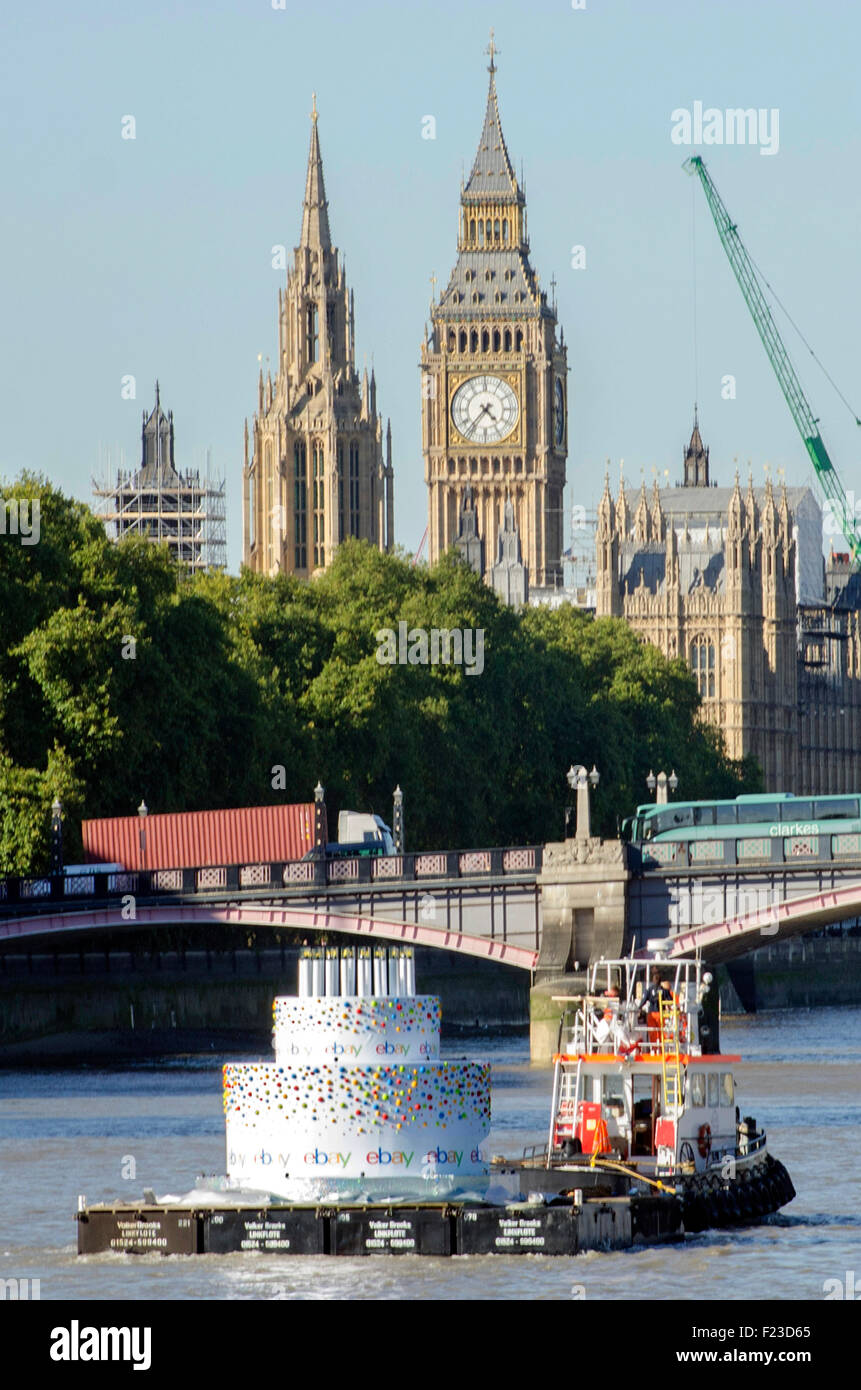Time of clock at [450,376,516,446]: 4:36
